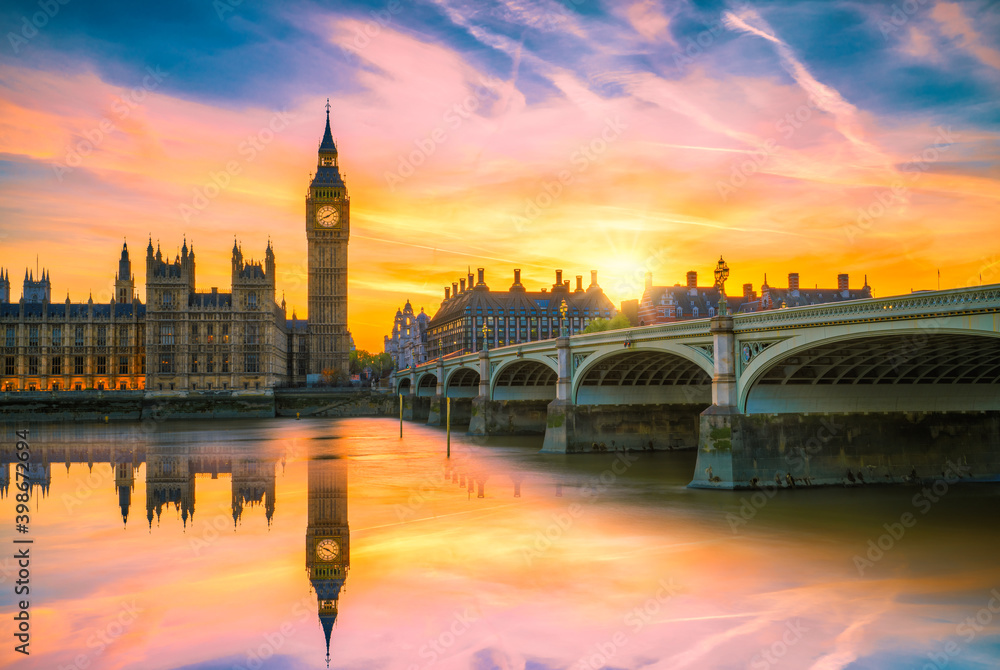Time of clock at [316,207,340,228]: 8:09
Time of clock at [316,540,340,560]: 9:20
